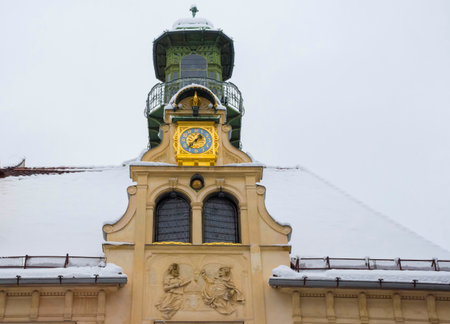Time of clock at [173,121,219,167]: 1:37
